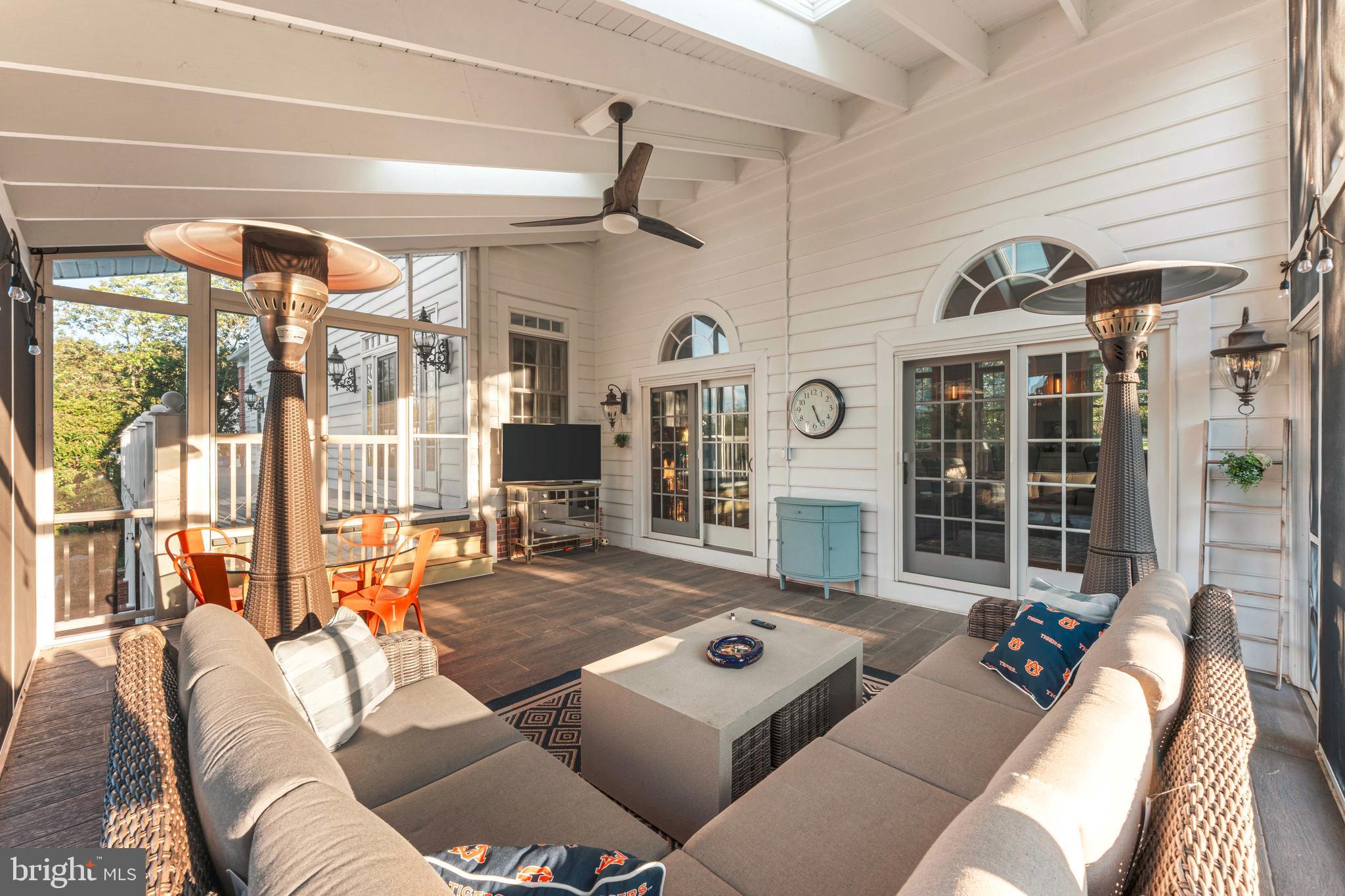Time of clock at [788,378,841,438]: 5:26
